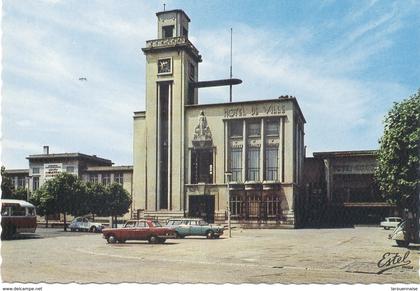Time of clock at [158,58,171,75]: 7:12
